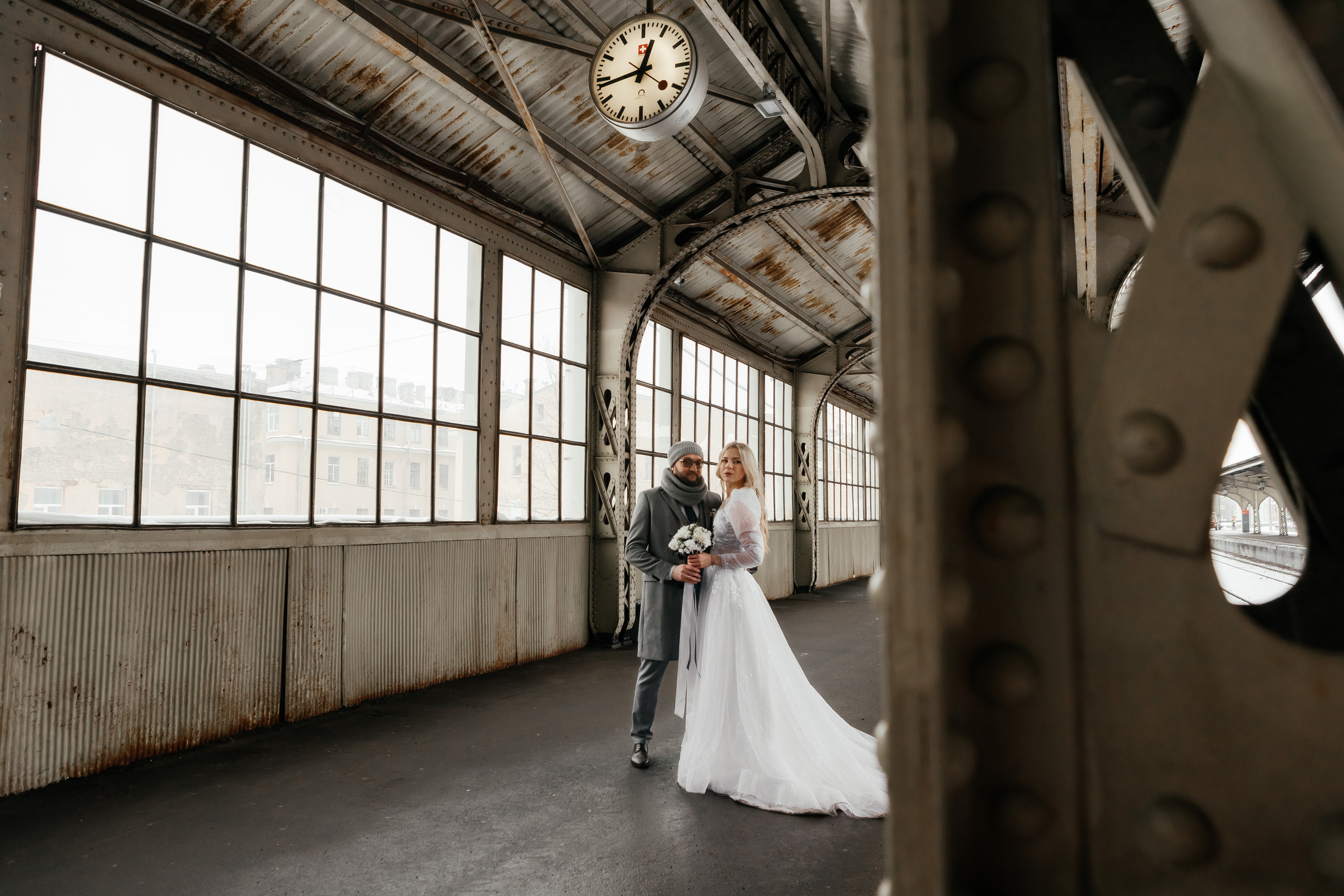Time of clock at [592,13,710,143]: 12:43
